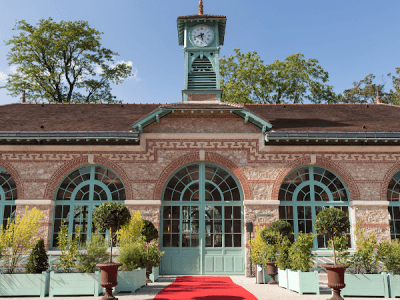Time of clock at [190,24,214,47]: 5:42
